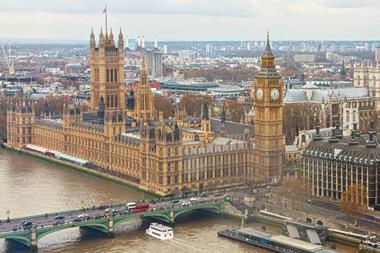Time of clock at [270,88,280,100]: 6:23
